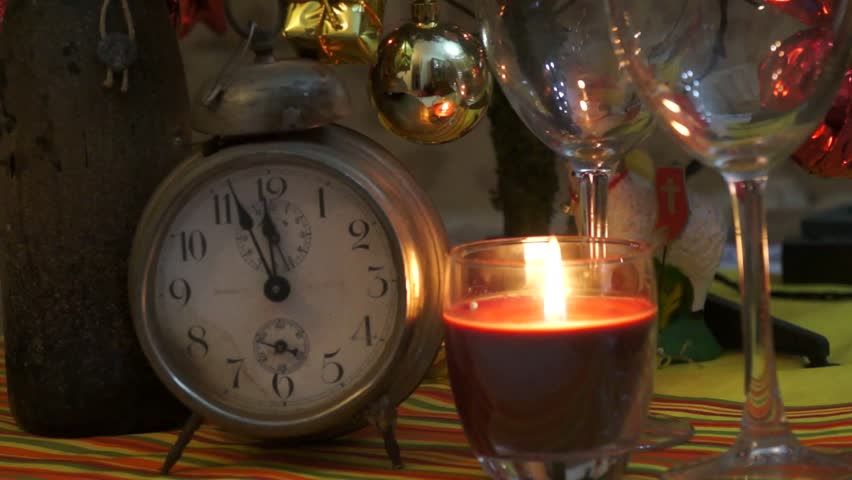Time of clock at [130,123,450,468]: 11:56
